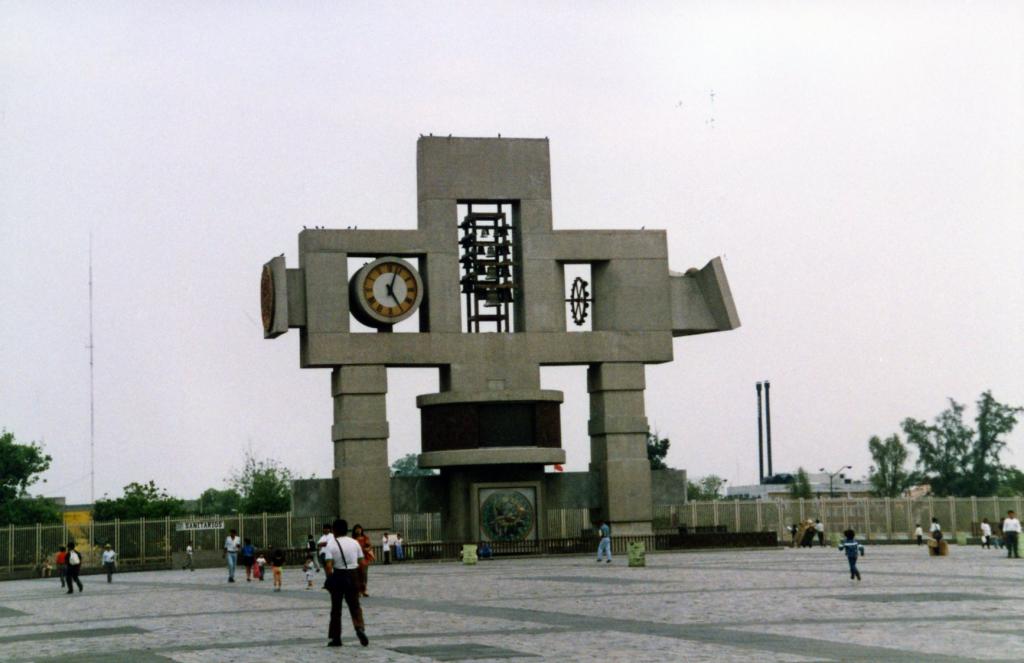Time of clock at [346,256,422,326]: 5:03
